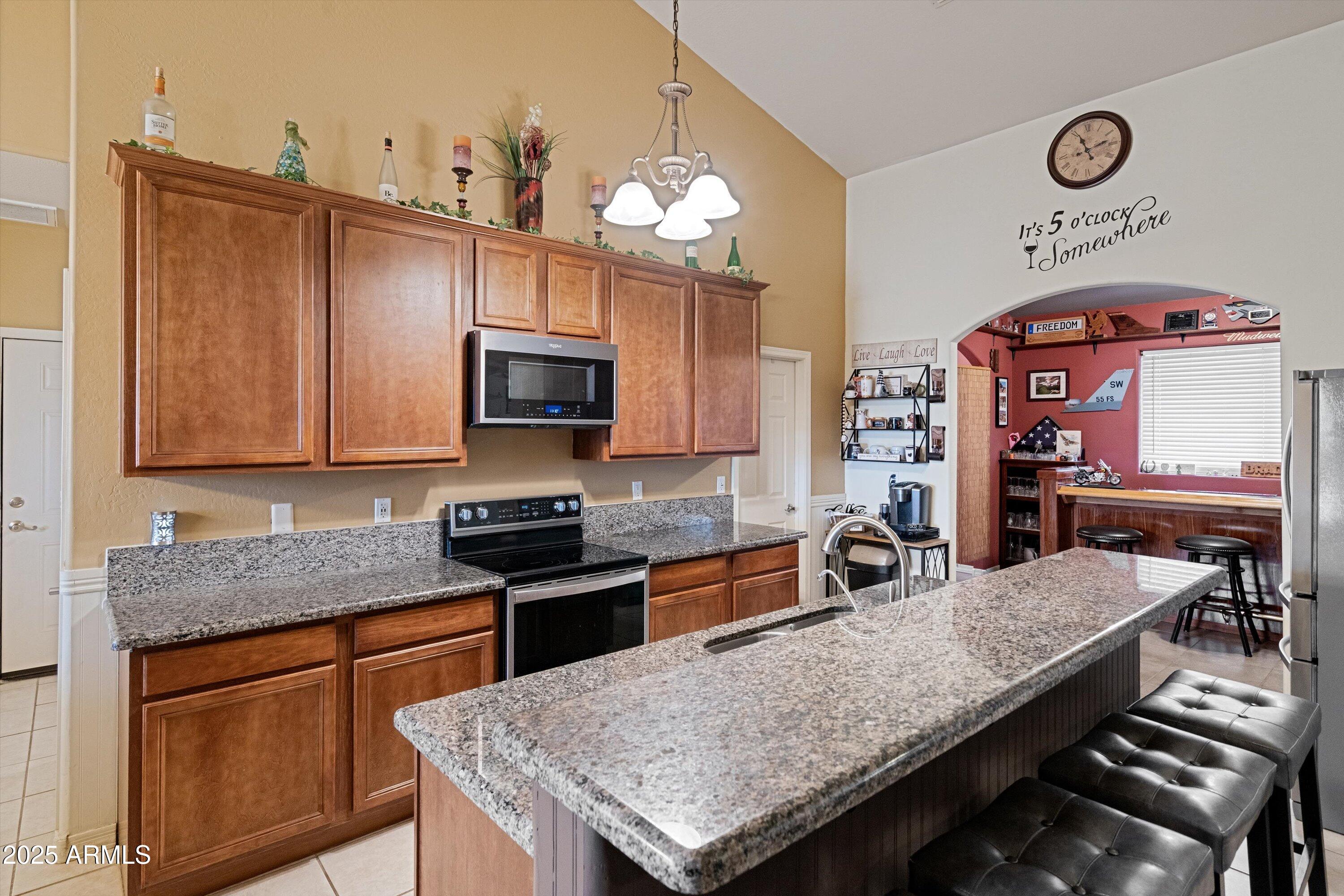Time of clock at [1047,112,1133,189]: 11:12
